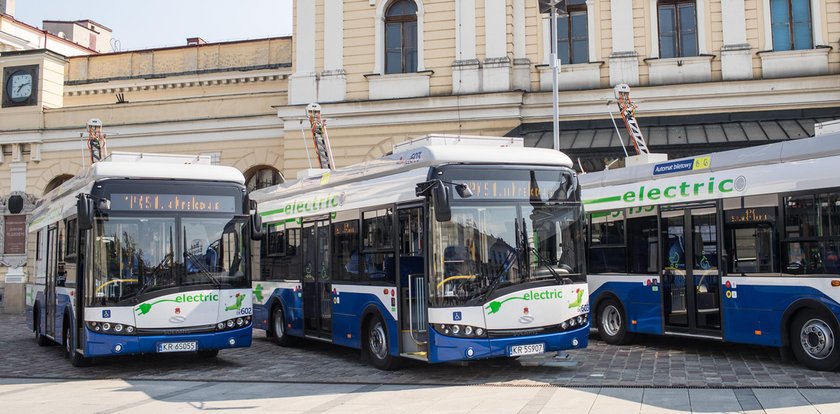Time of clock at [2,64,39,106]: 7:12
